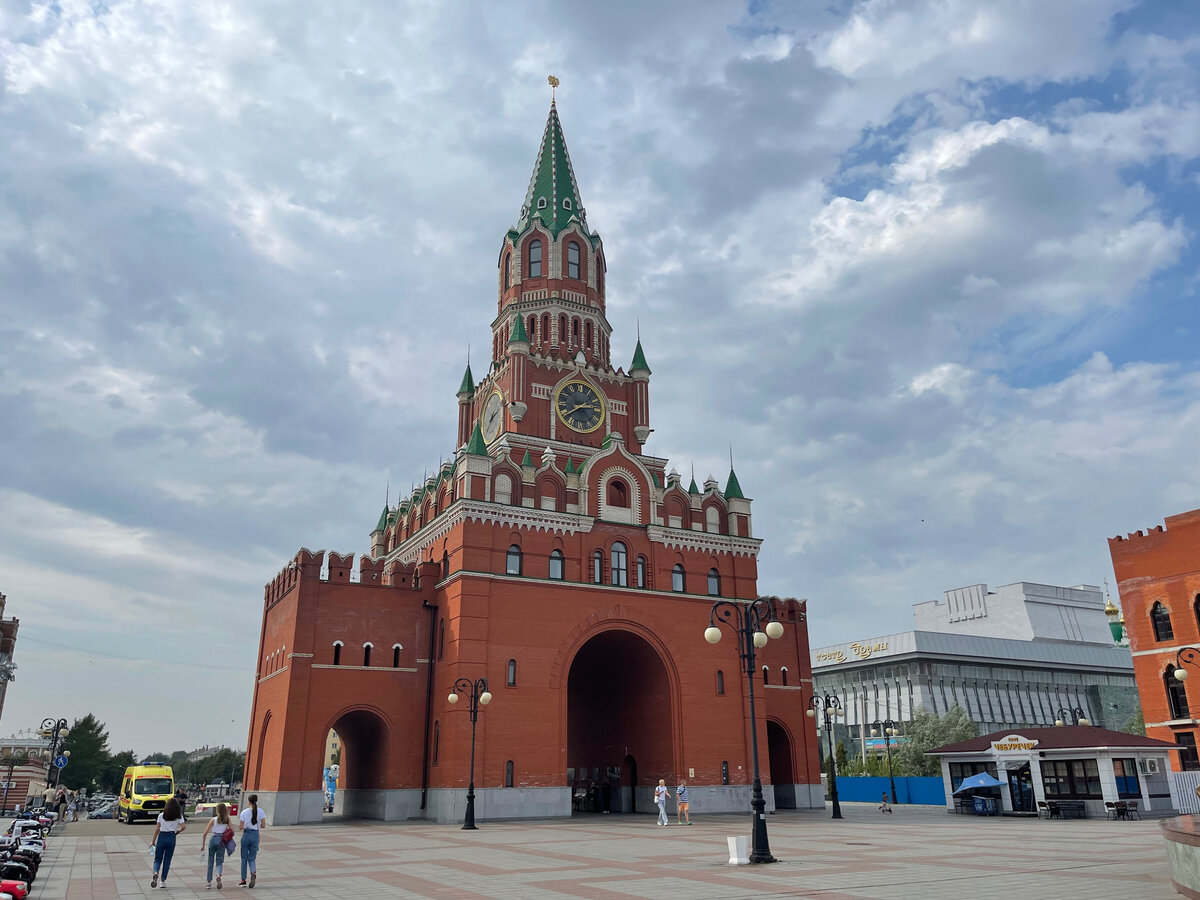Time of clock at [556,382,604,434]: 2:39
